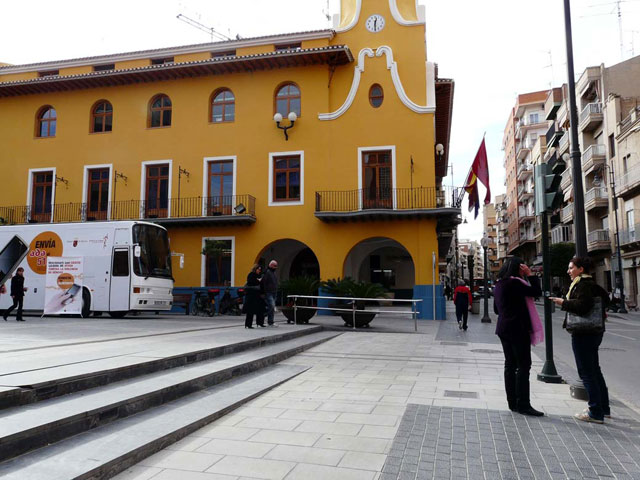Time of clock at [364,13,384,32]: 12:29
